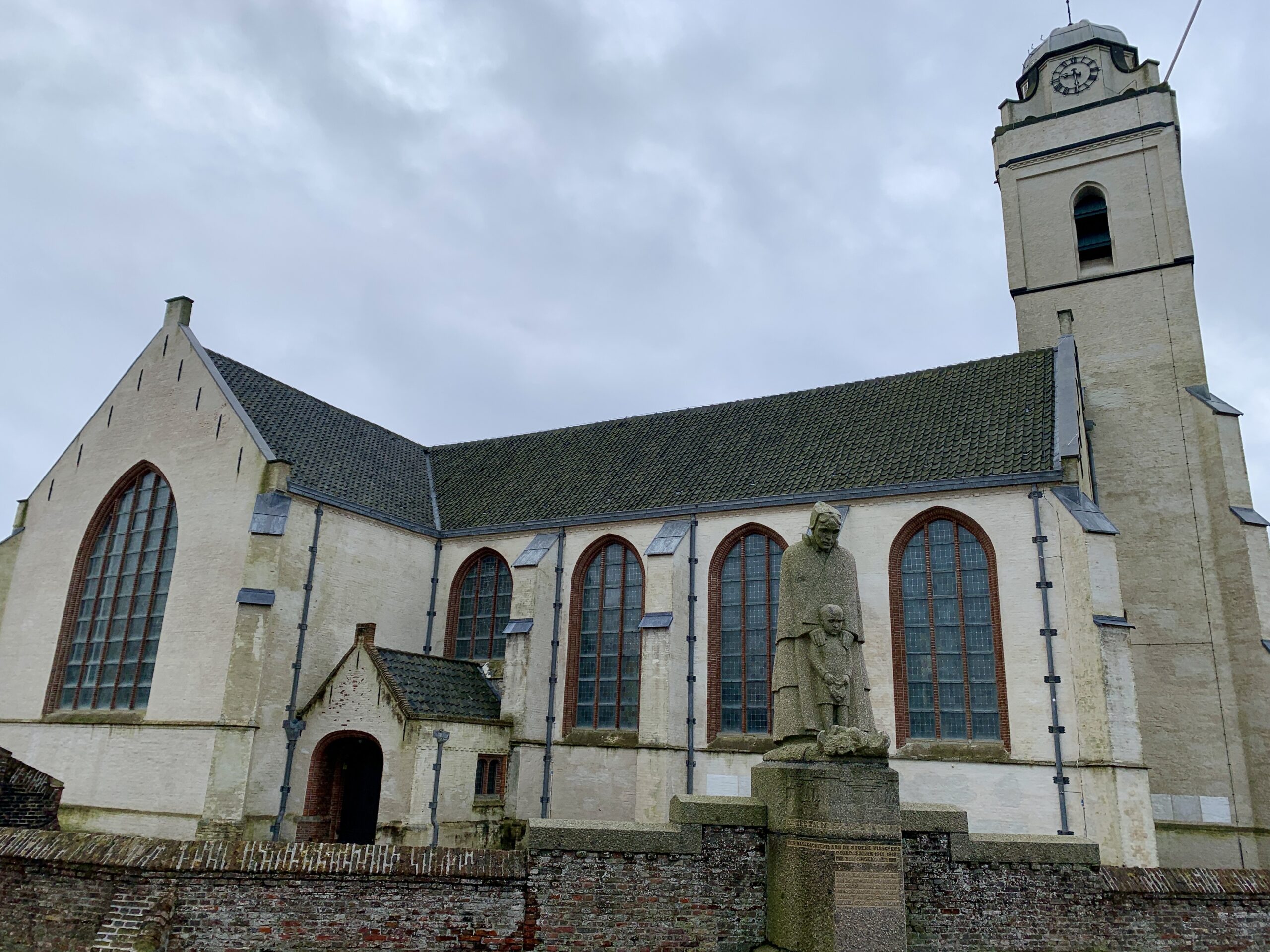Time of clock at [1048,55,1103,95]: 9:29
